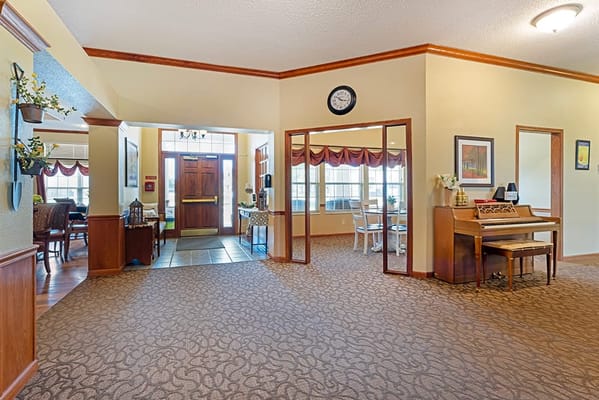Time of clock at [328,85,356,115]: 10:17
